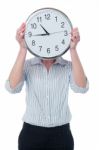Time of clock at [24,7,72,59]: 10:44
